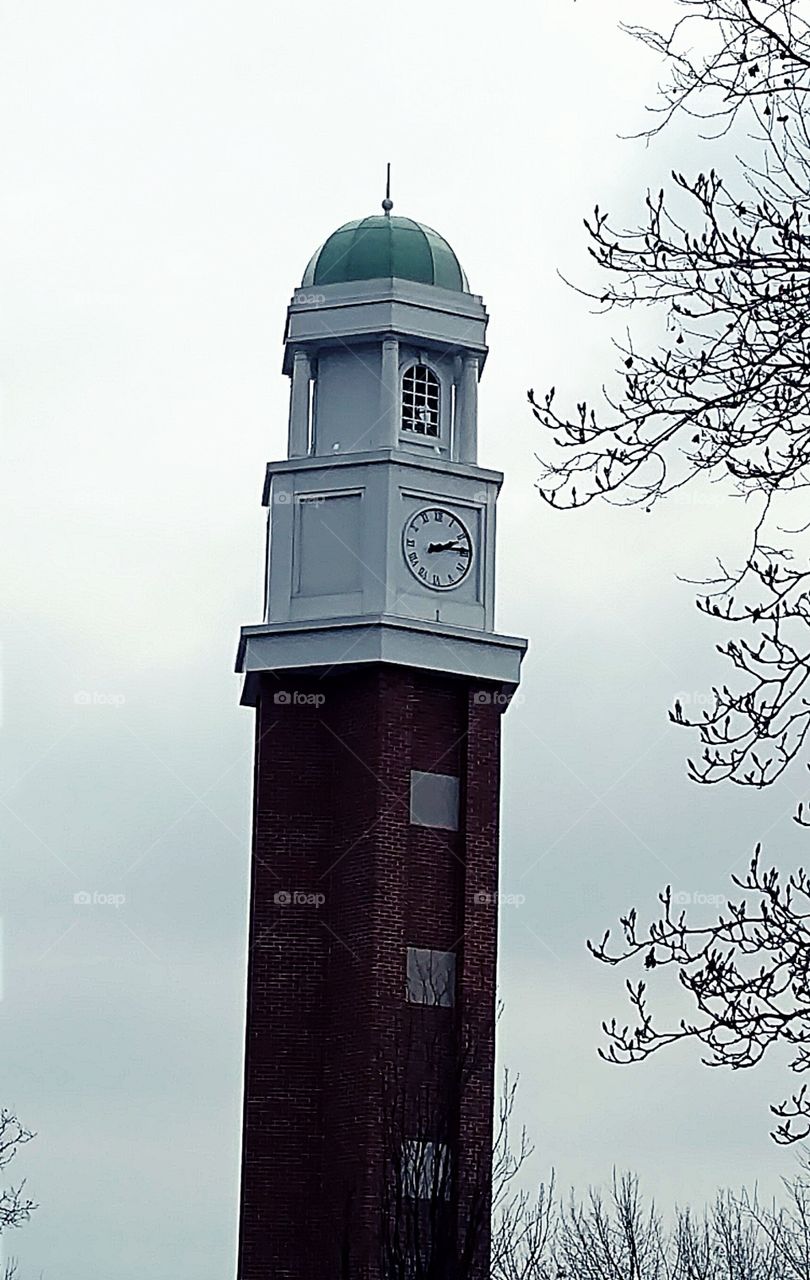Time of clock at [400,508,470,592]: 2:14
